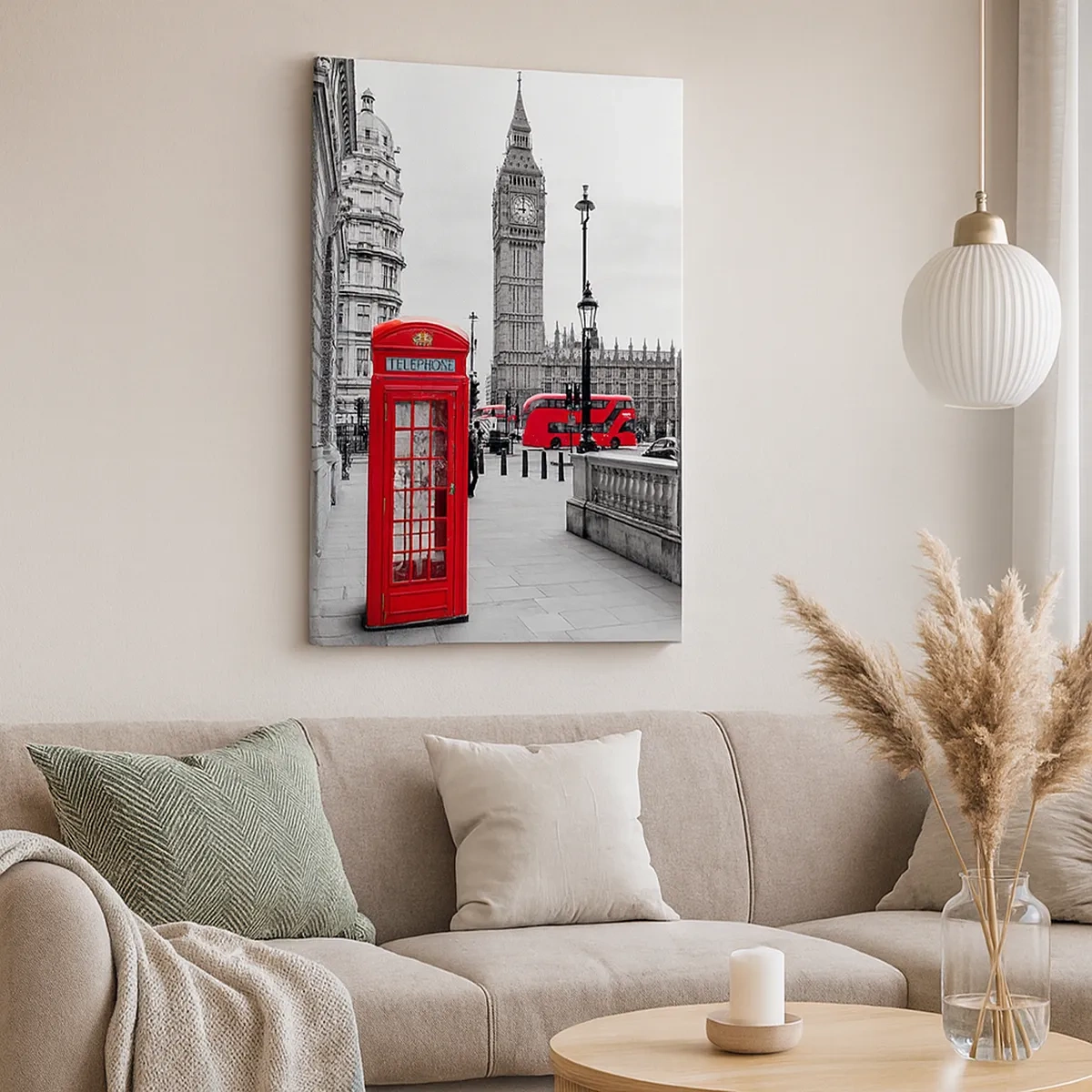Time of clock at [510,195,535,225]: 8:59
